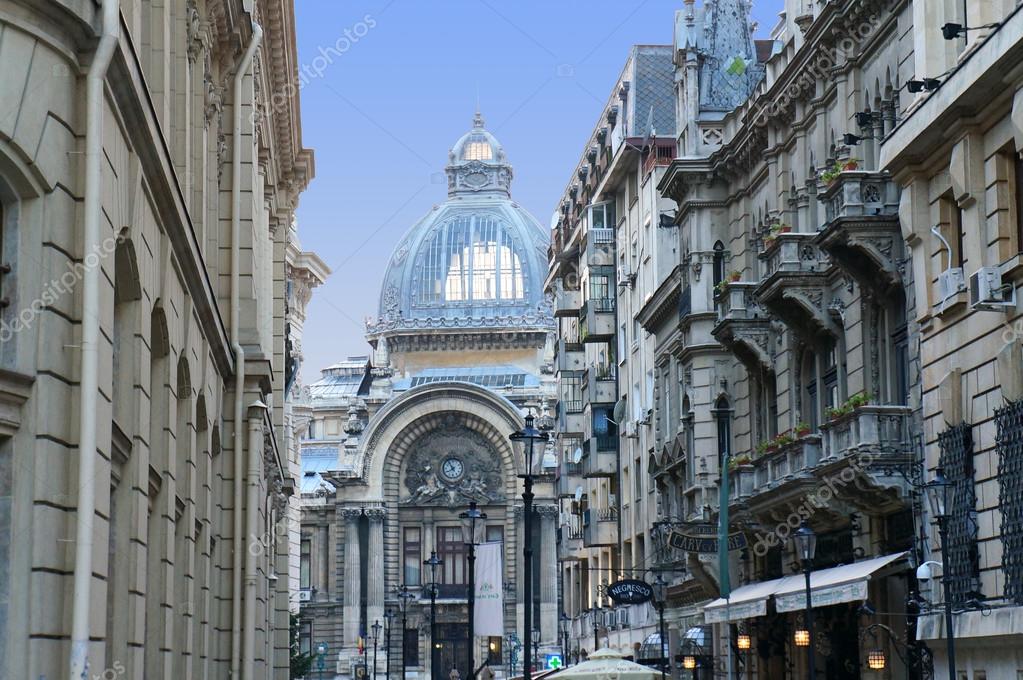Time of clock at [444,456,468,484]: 7:54
